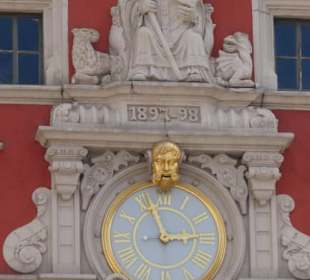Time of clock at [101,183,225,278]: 2:56
